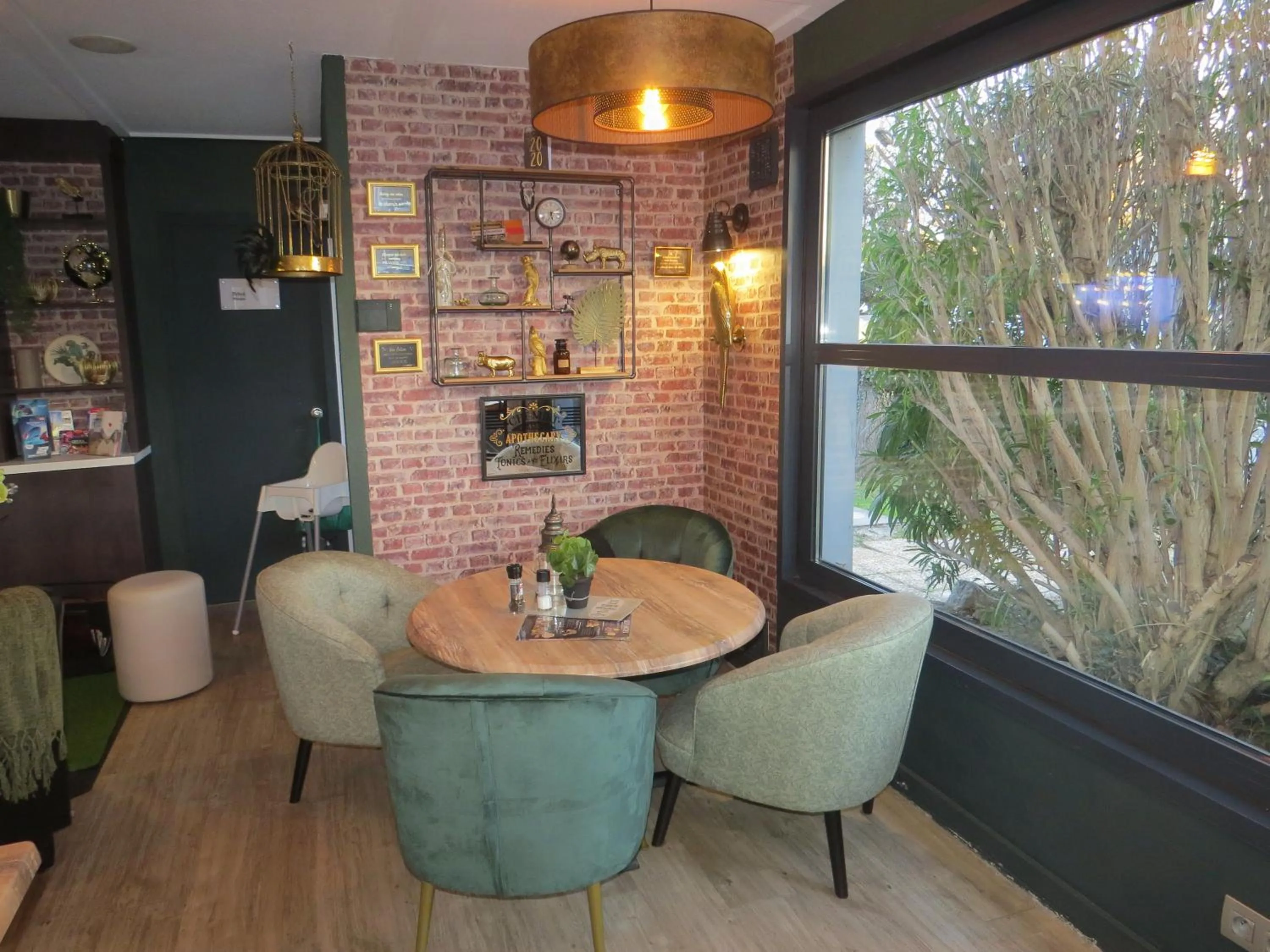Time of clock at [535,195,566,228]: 5:33
